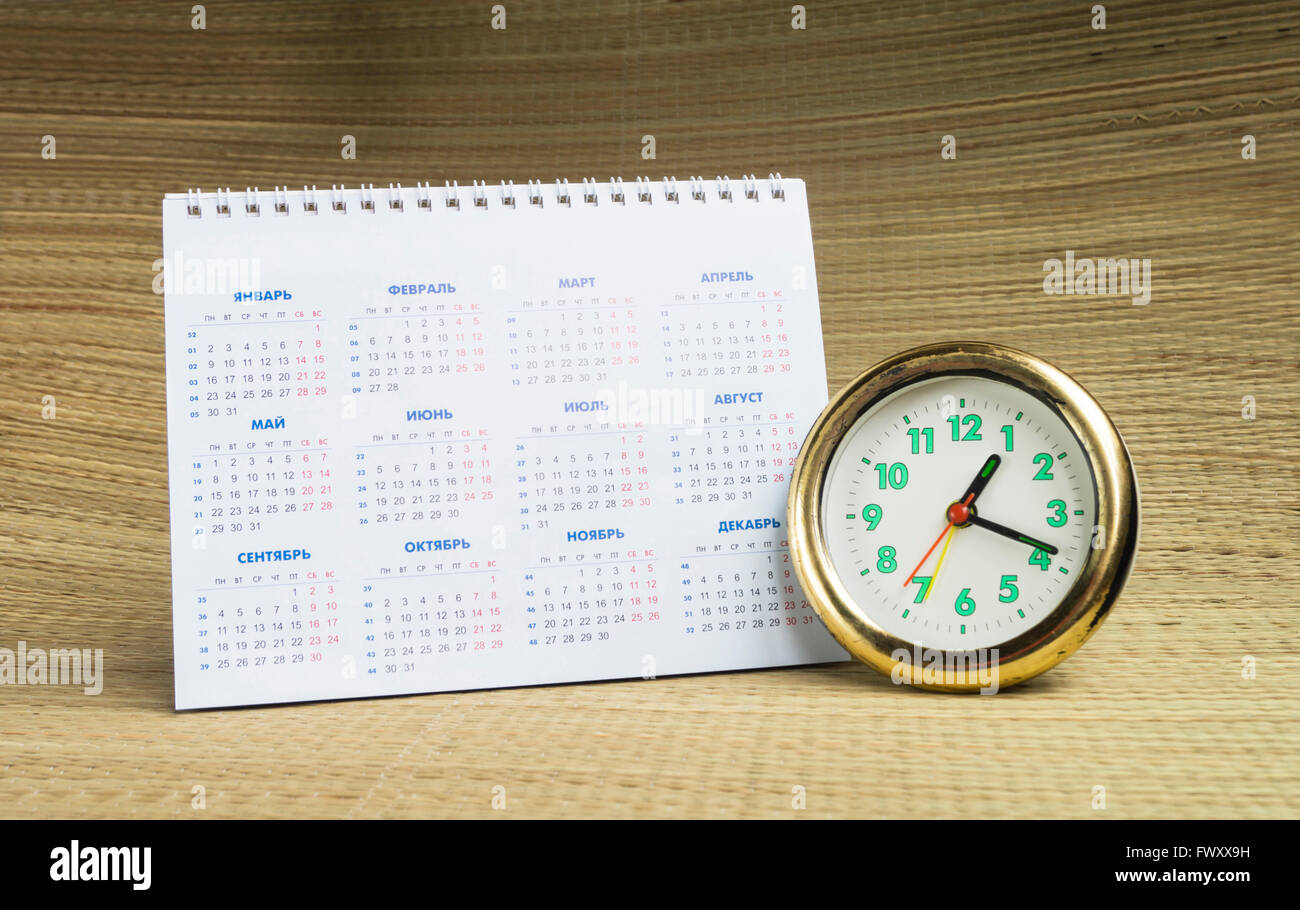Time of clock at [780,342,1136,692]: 1:18
